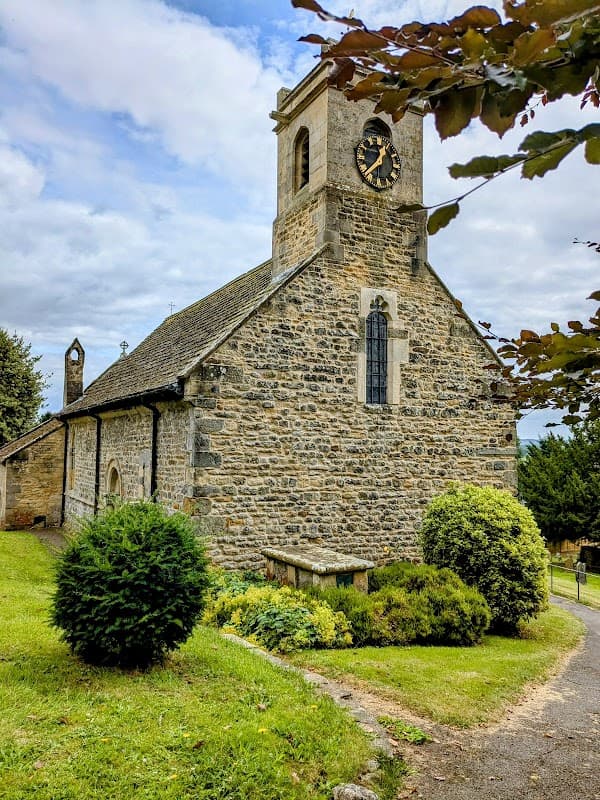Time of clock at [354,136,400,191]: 12:38
